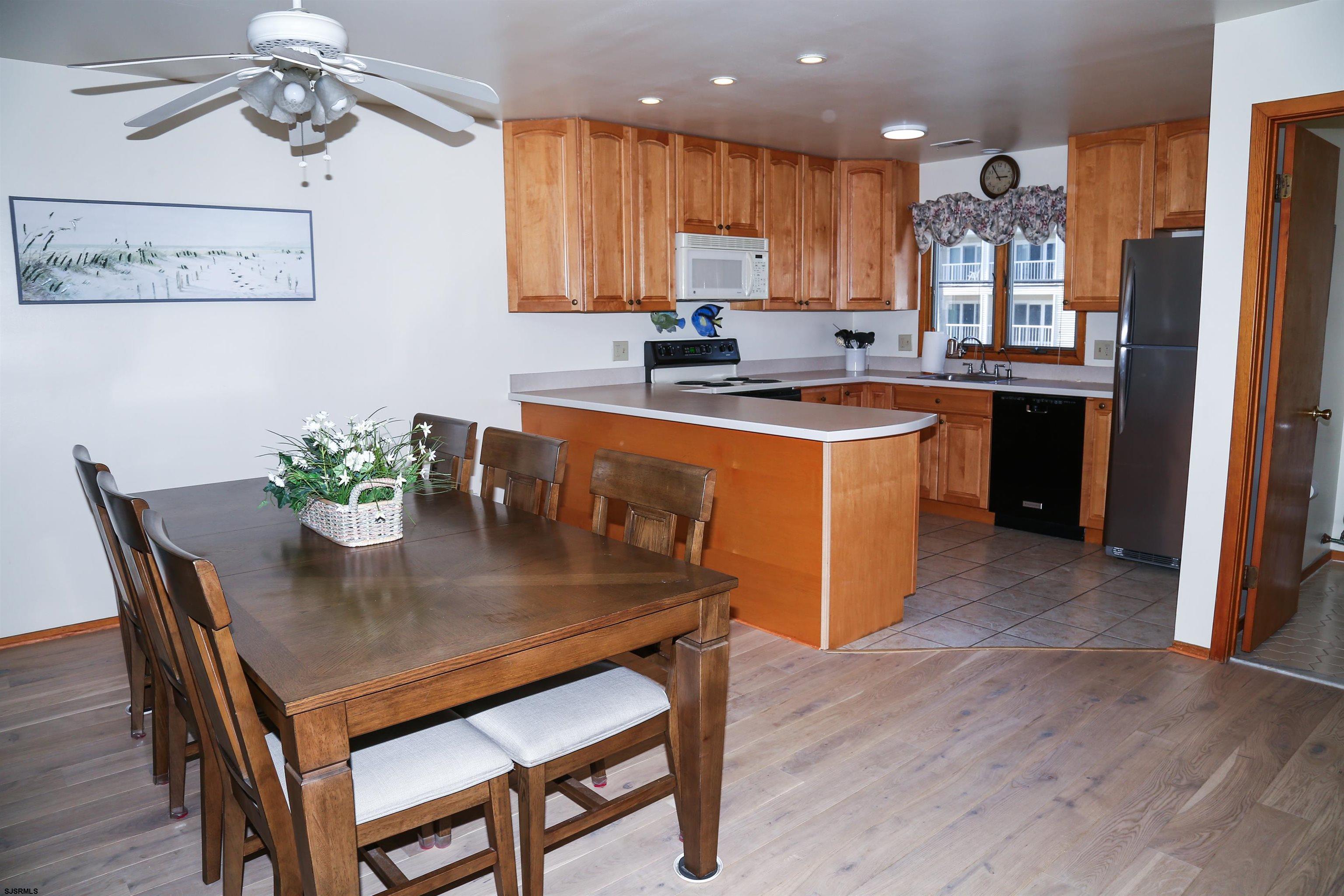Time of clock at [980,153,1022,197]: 2:54
